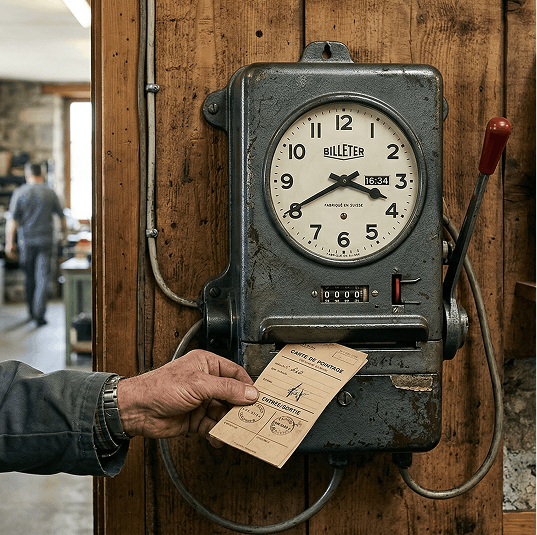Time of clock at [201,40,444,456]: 3:40
